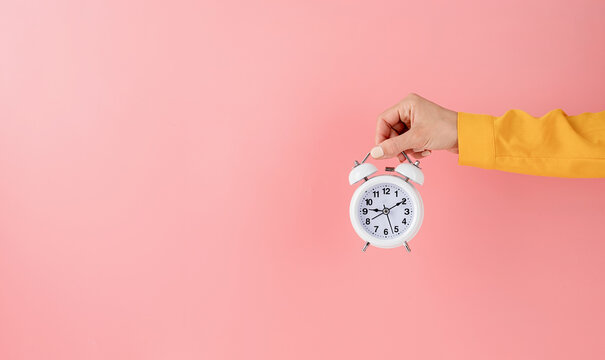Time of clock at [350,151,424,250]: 9:10
